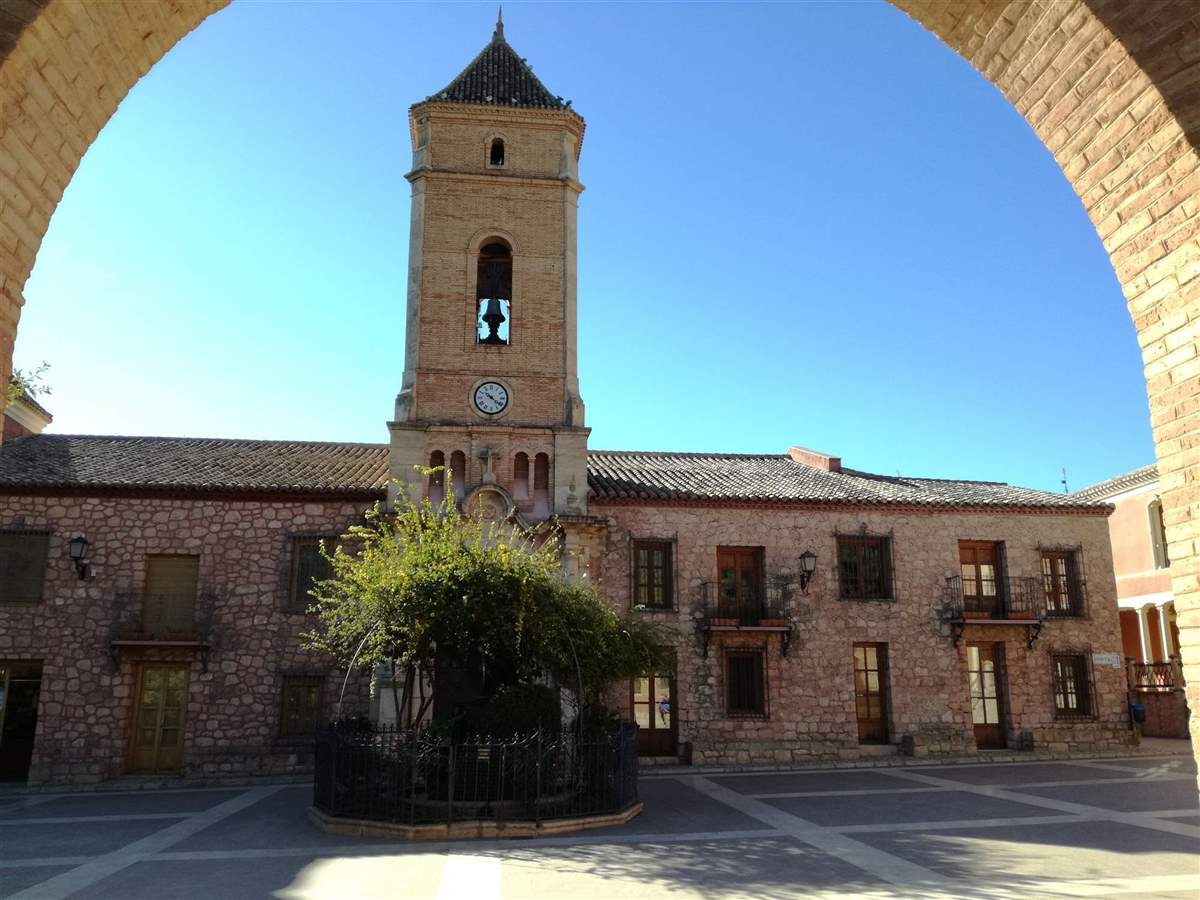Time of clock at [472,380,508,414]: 10:21
